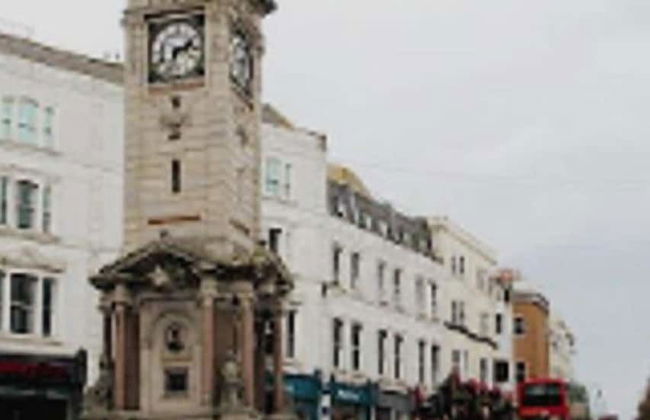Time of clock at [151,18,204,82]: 2:33
